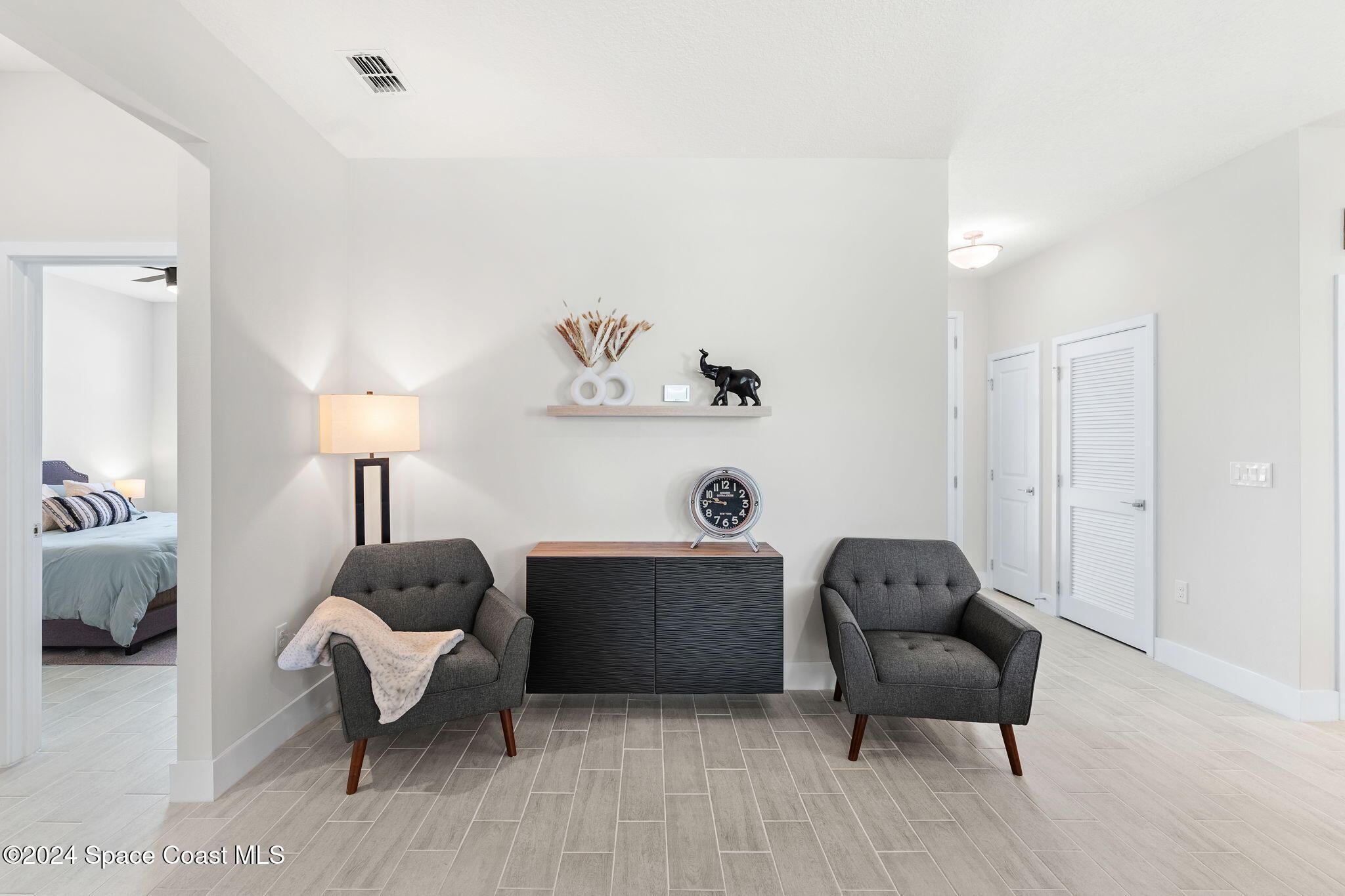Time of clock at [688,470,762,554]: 9:45
